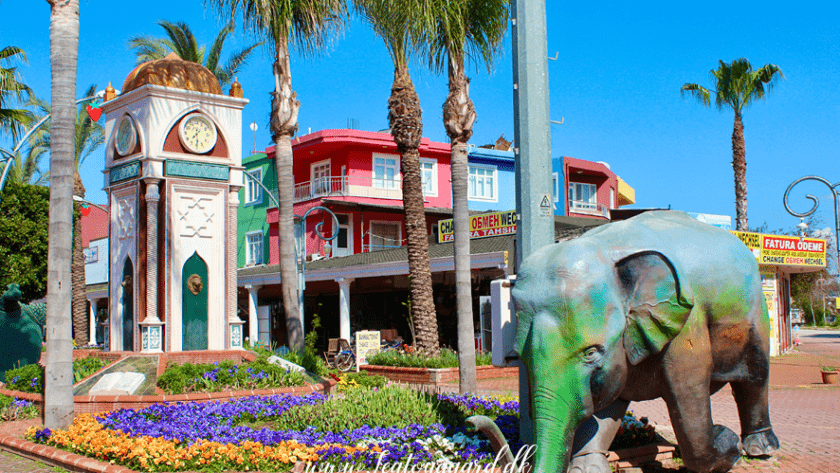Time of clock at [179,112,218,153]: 7:30
